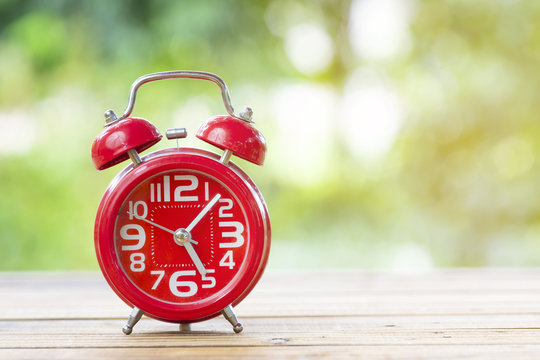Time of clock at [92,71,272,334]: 5:07
